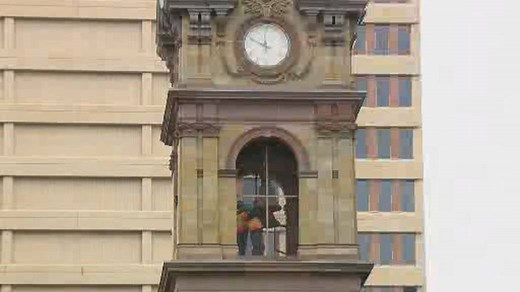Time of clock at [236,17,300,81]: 11:48
